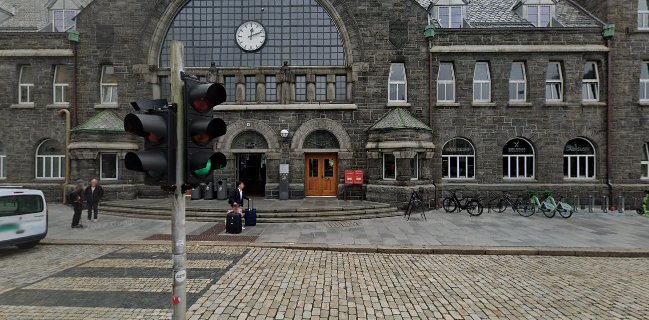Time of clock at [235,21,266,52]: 12:11
